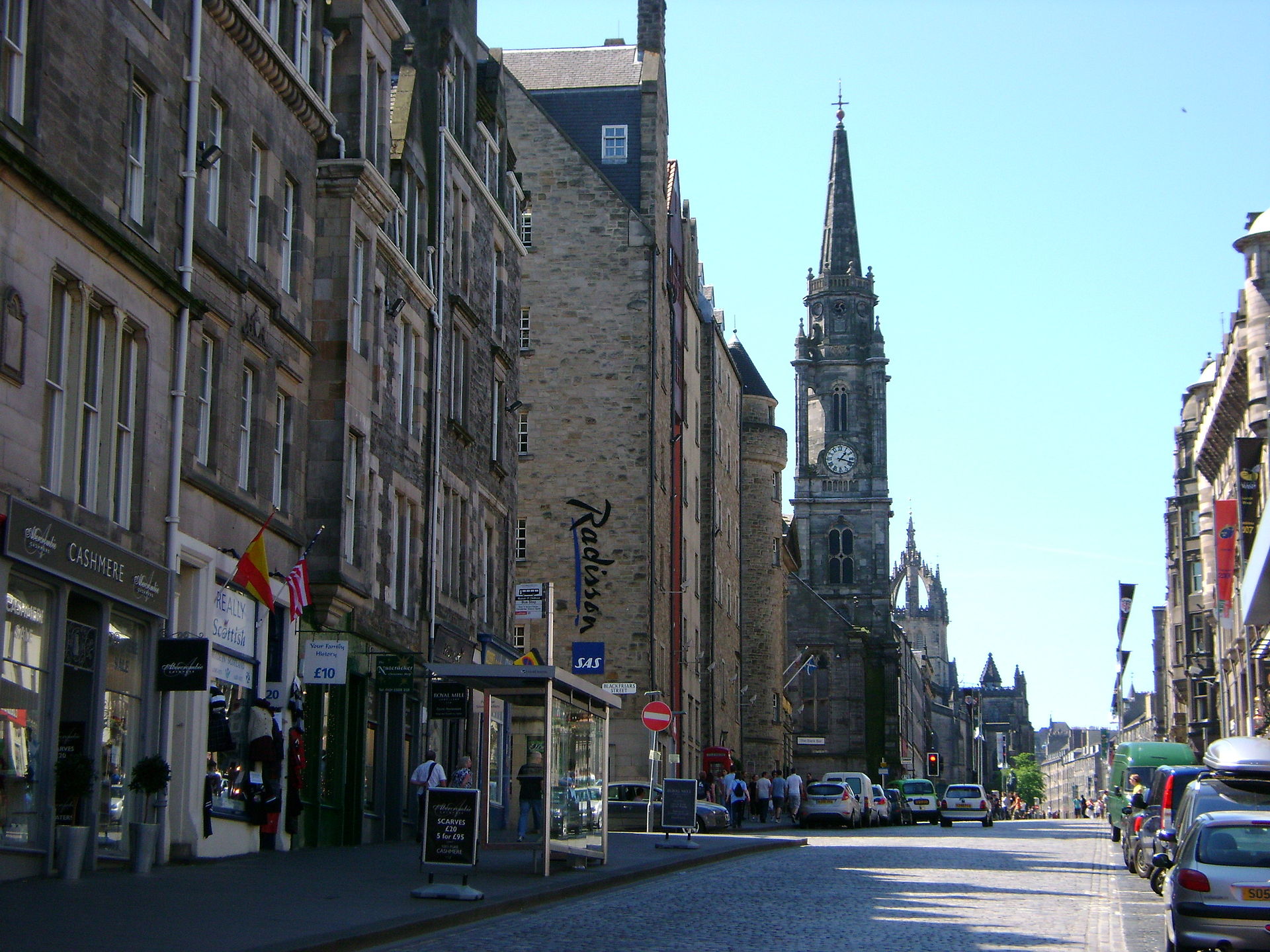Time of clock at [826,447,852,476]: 1:18
